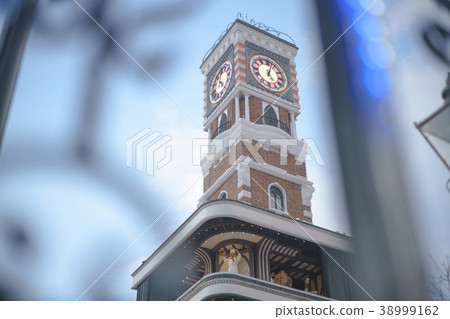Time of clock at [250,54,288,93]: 5:02
